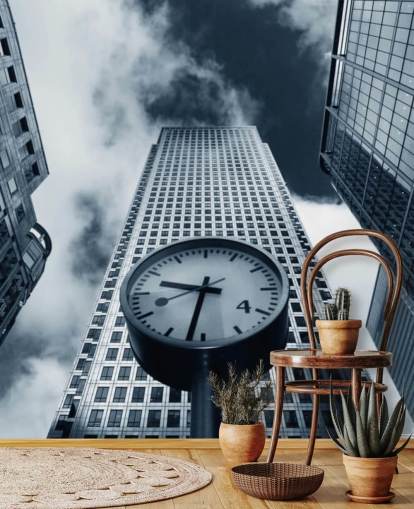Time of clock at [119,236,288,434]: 9:32
